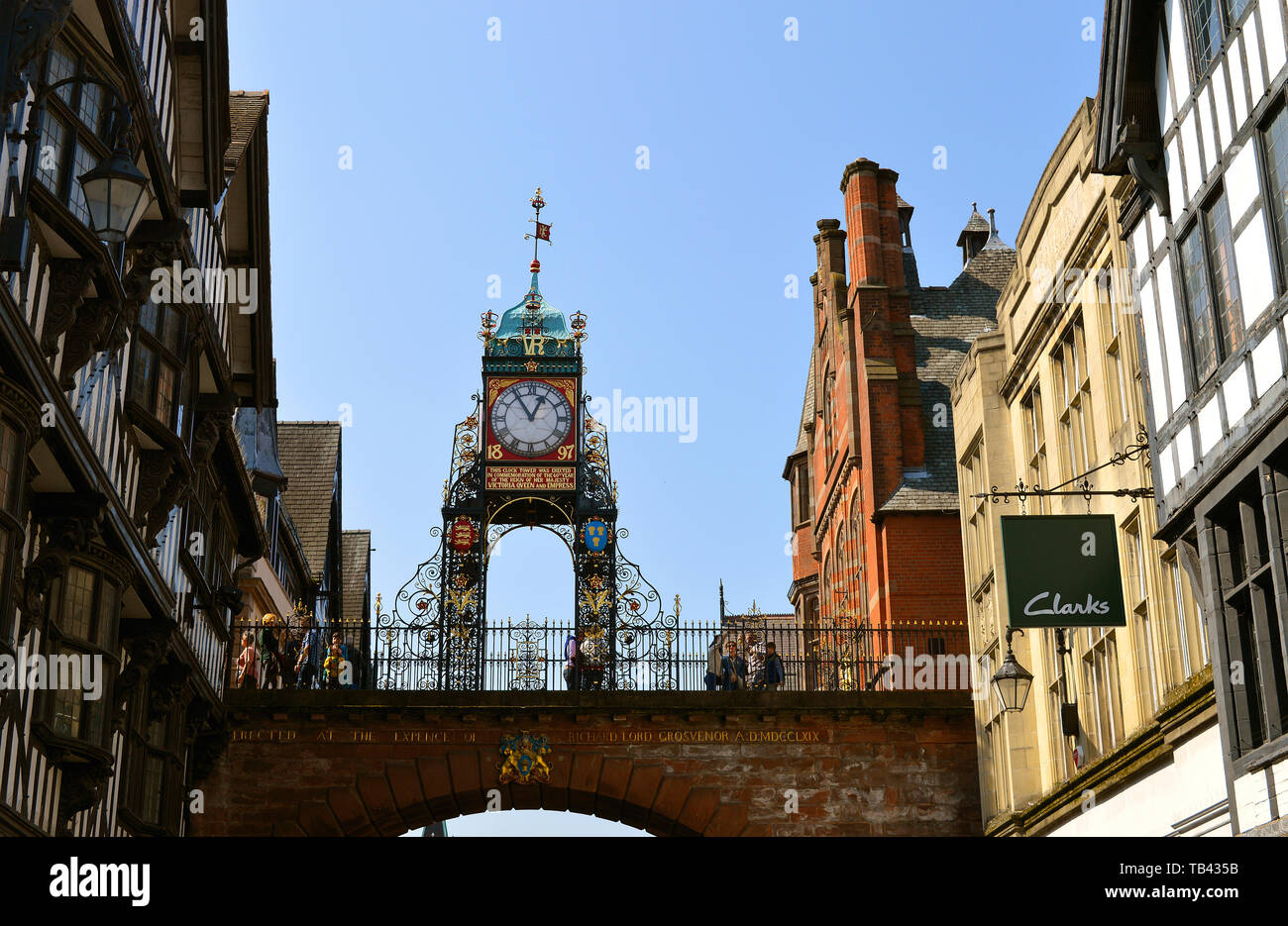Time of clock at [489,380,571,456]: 12:54
